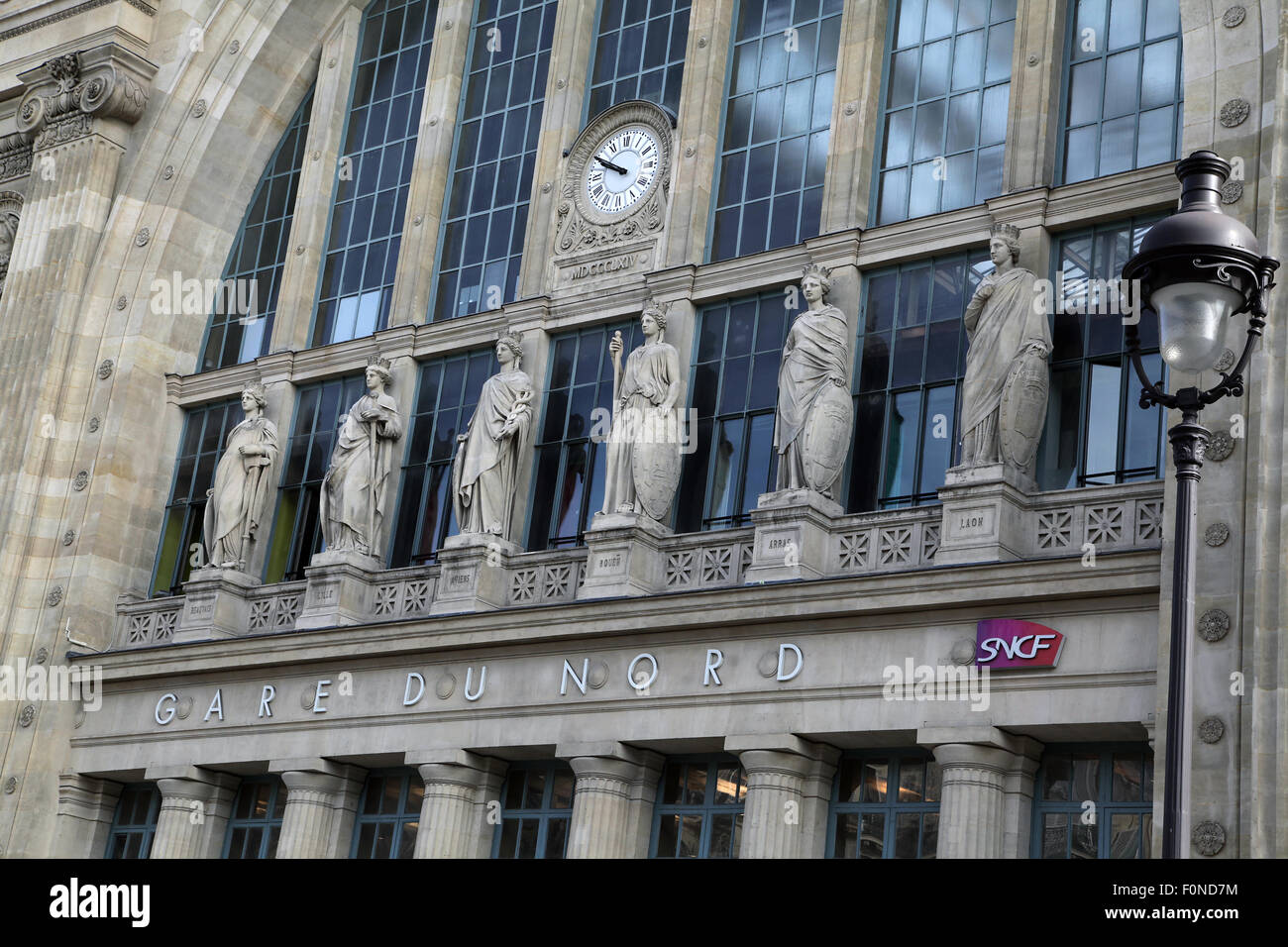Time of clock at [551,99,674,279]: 9:50
